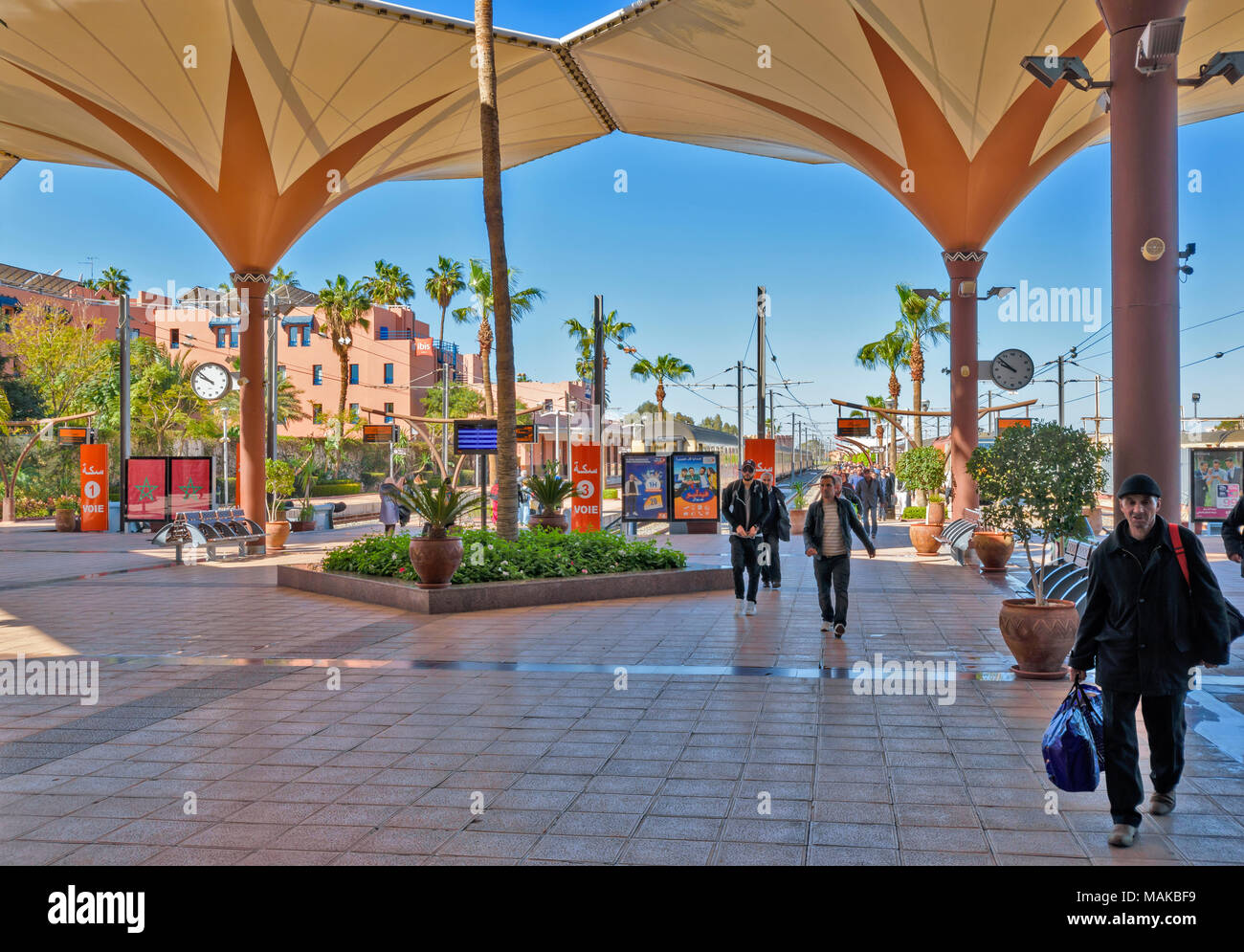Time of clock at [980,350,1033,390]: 9:51
